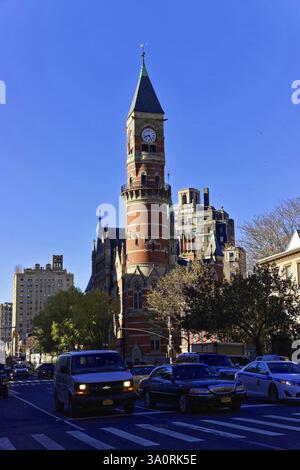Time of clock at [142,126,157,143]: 8:25
